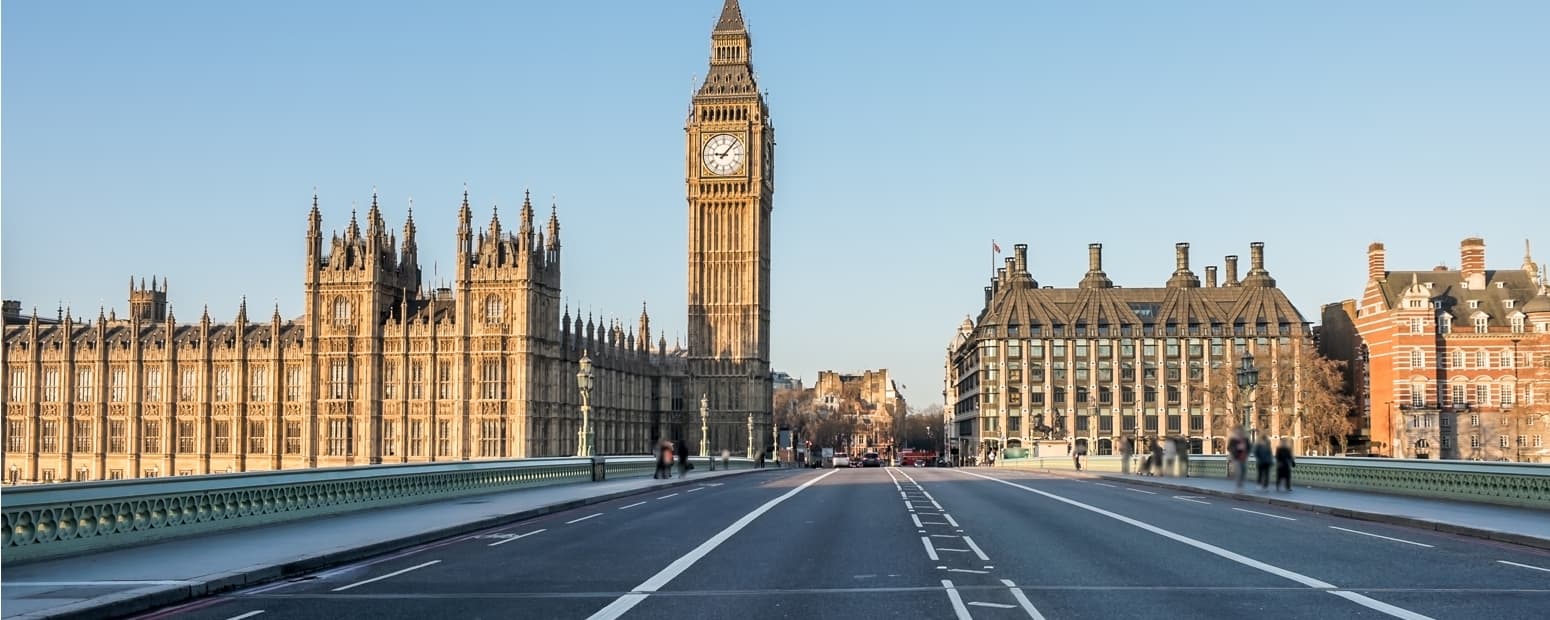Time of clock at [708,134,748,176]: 9:07
